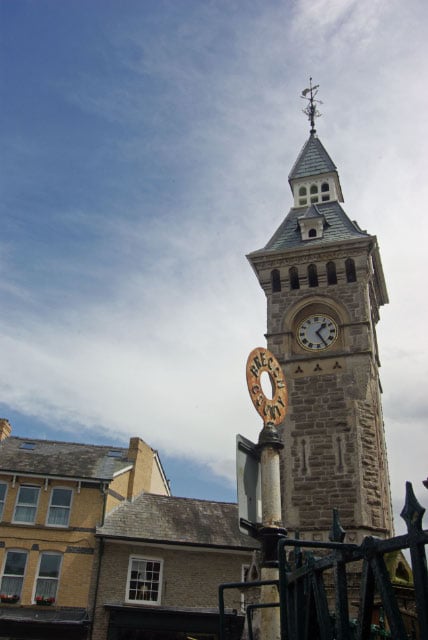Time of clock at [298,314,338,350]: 1:25
